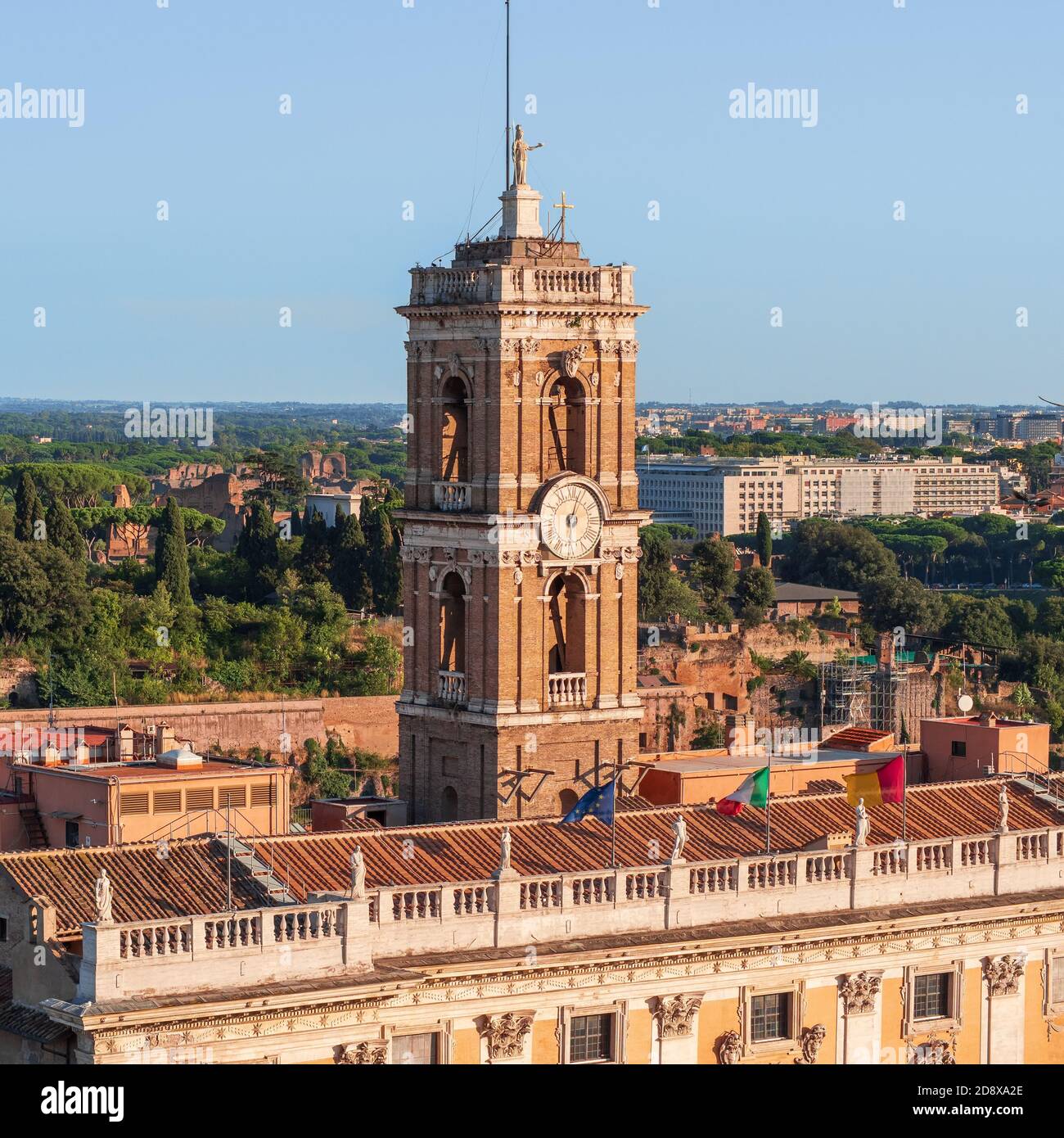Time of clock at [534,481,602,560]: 6:03
